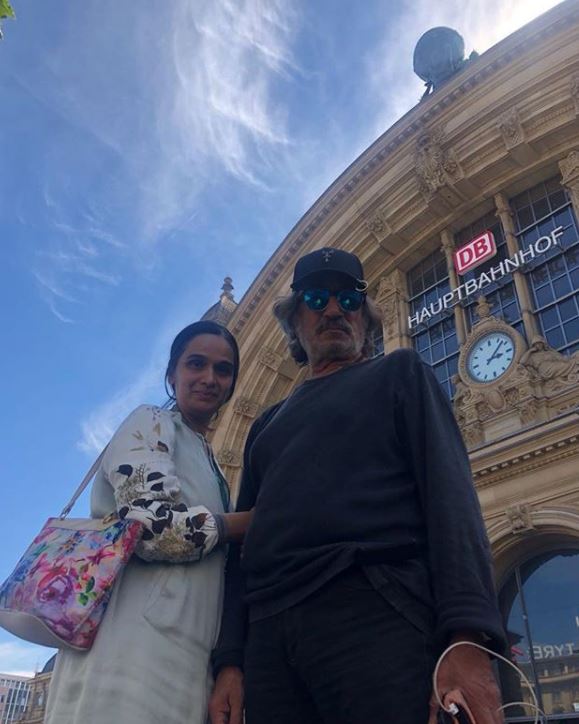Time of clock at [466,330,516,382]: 2:02
